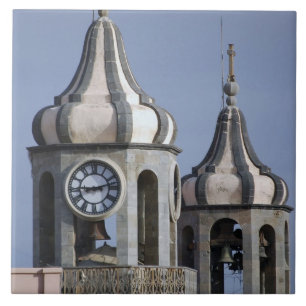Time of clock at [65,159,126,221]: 9:12
